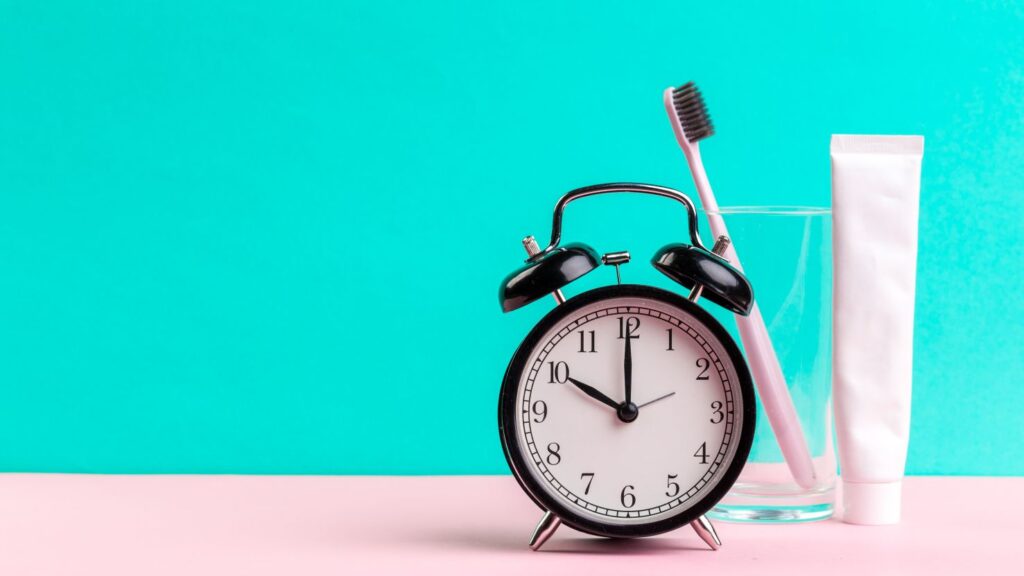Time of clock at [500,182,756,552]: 10:00
